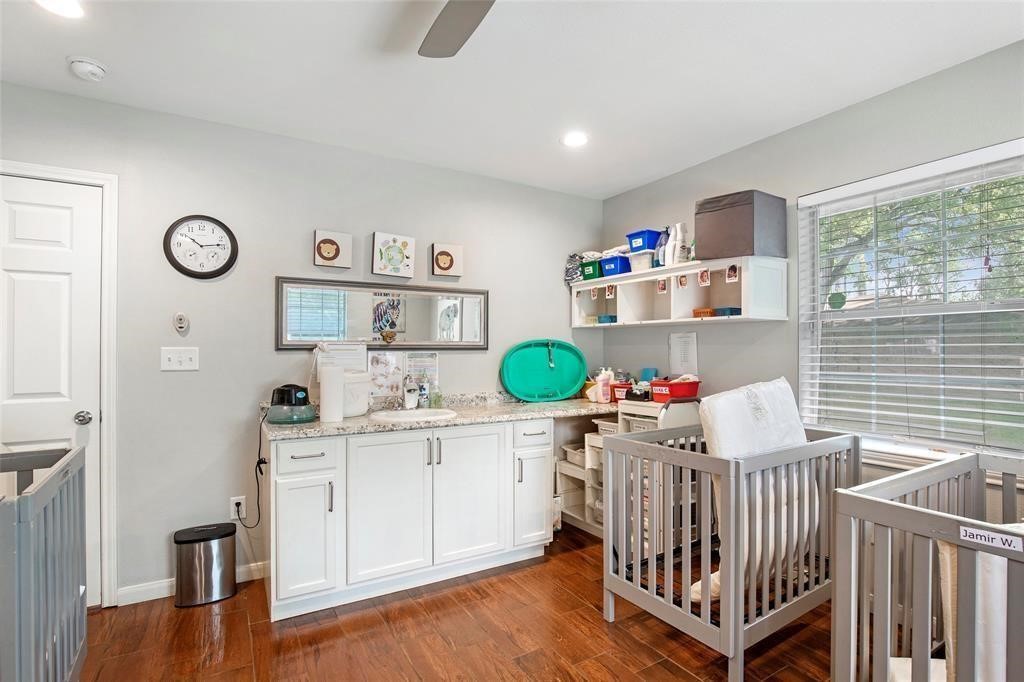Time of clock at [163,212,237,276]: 10:13
